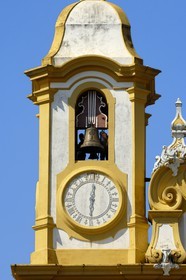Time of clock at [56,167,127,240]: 6:01
